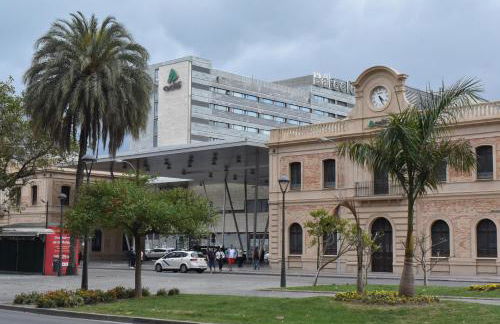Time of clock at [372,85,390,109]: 4:26
